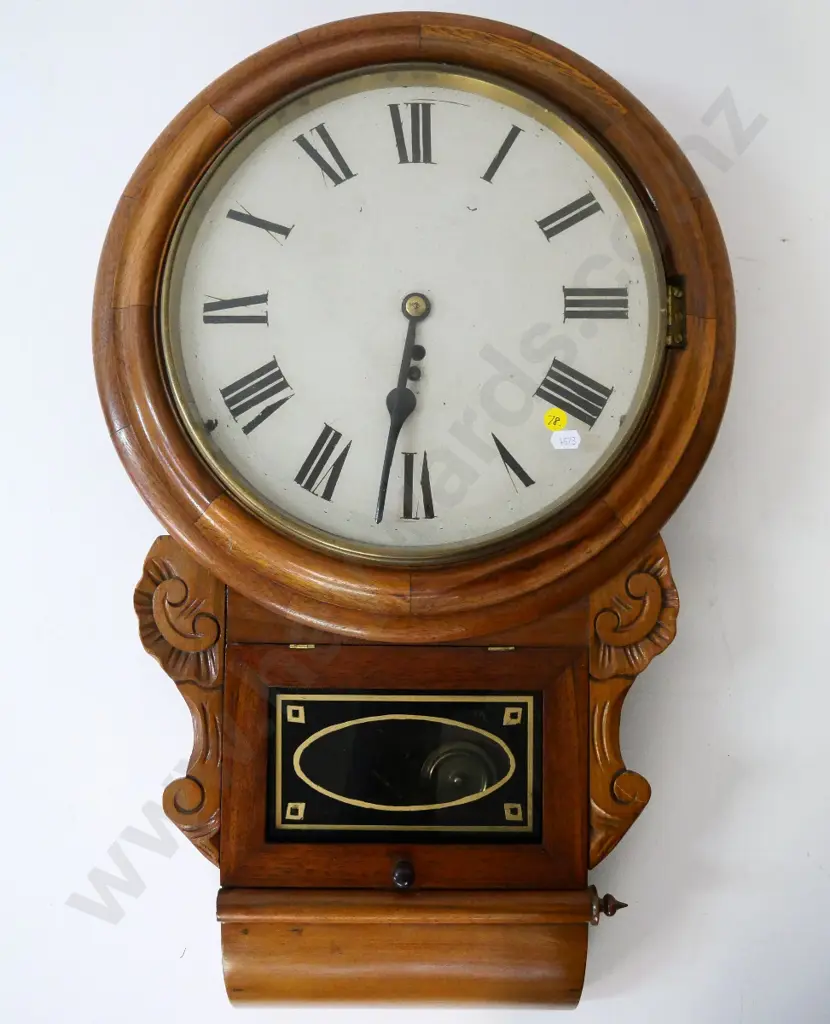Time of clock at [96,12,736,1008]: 6:31
